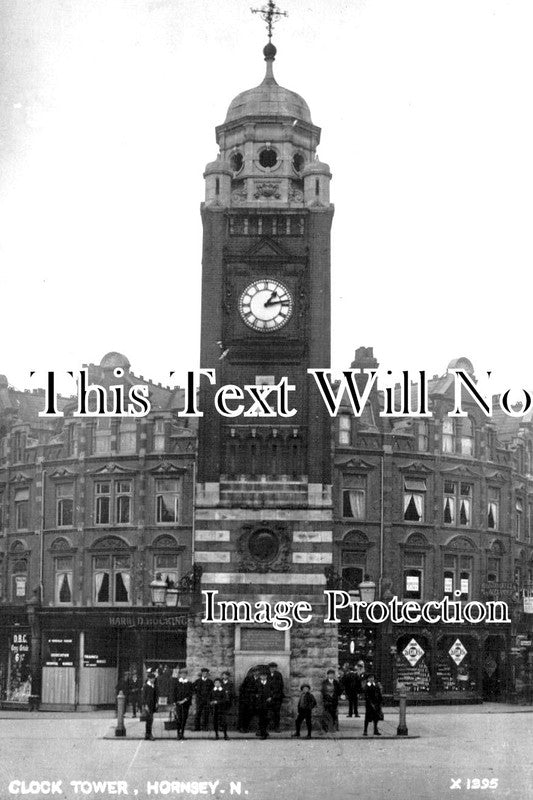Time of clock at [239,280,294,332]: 1:13
